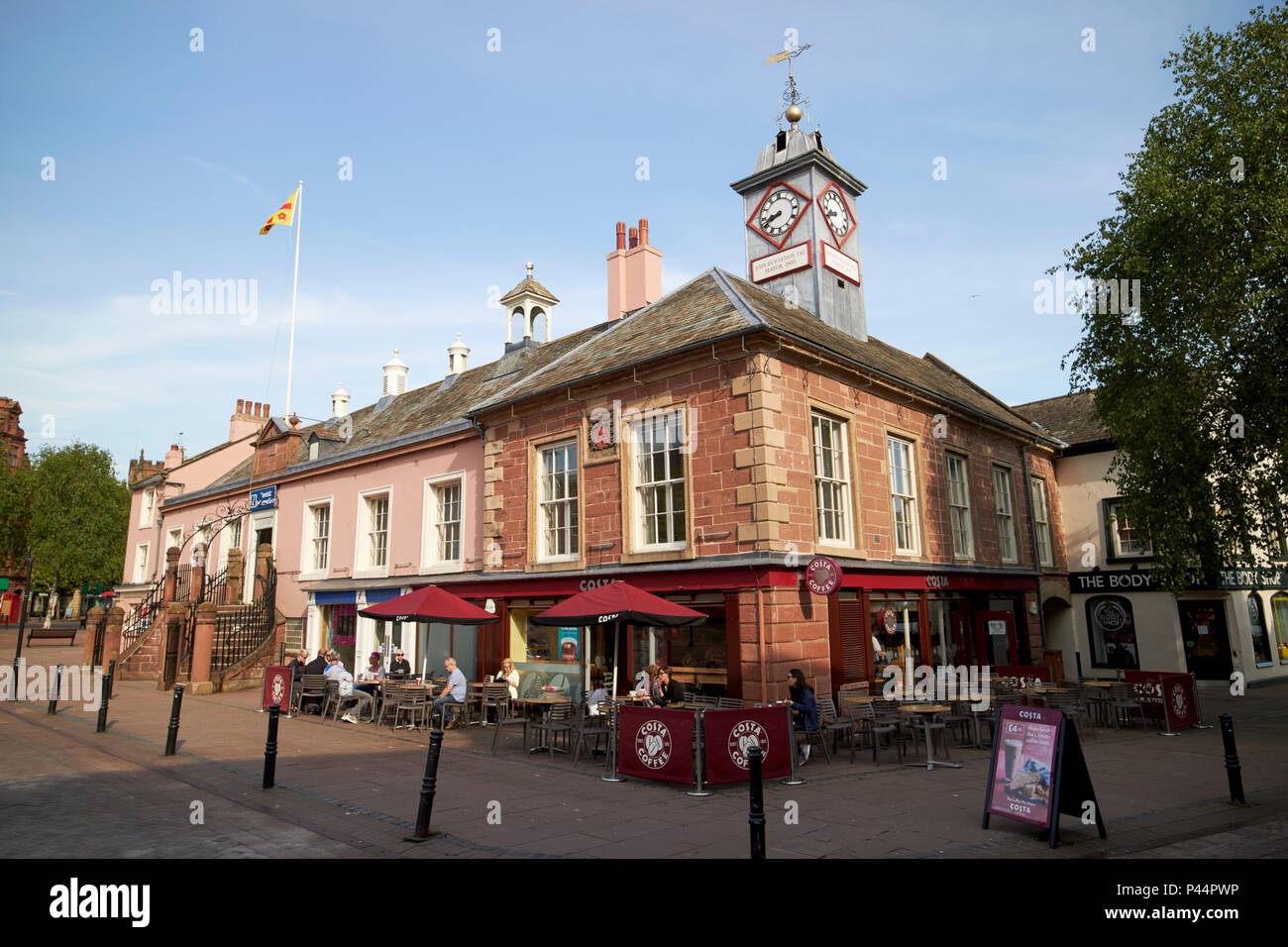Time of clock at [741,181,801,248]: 8:41
